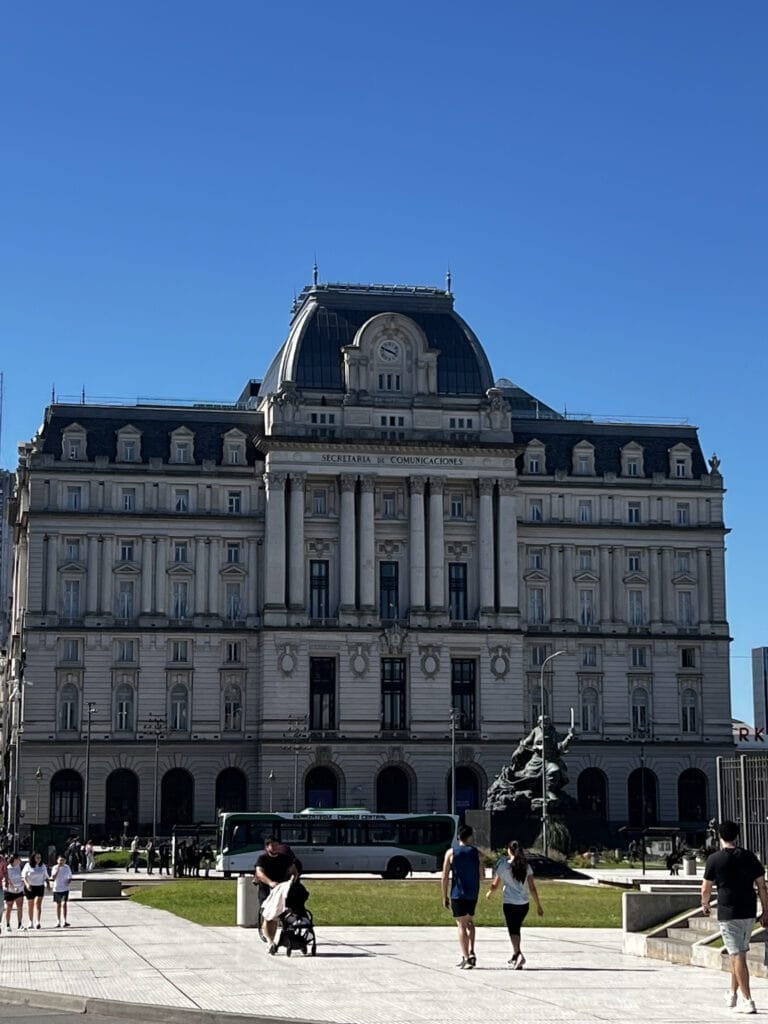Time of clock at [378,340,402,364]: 3:48
